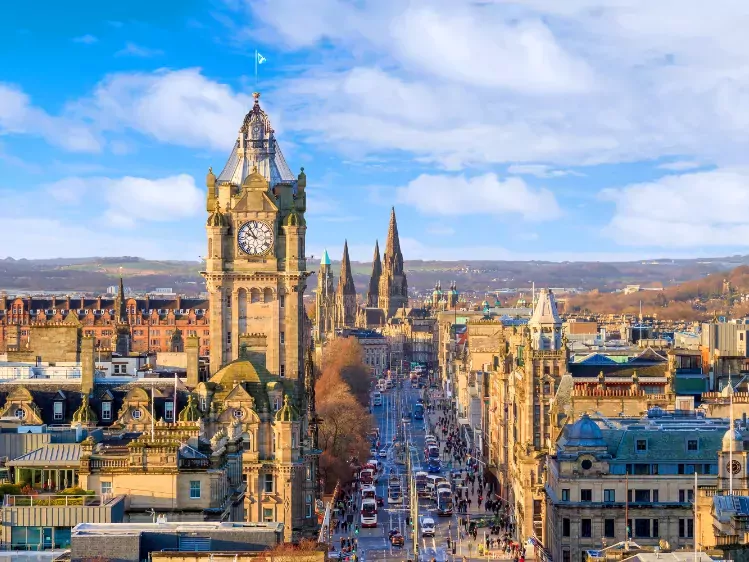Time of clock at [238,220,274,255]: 9:53
